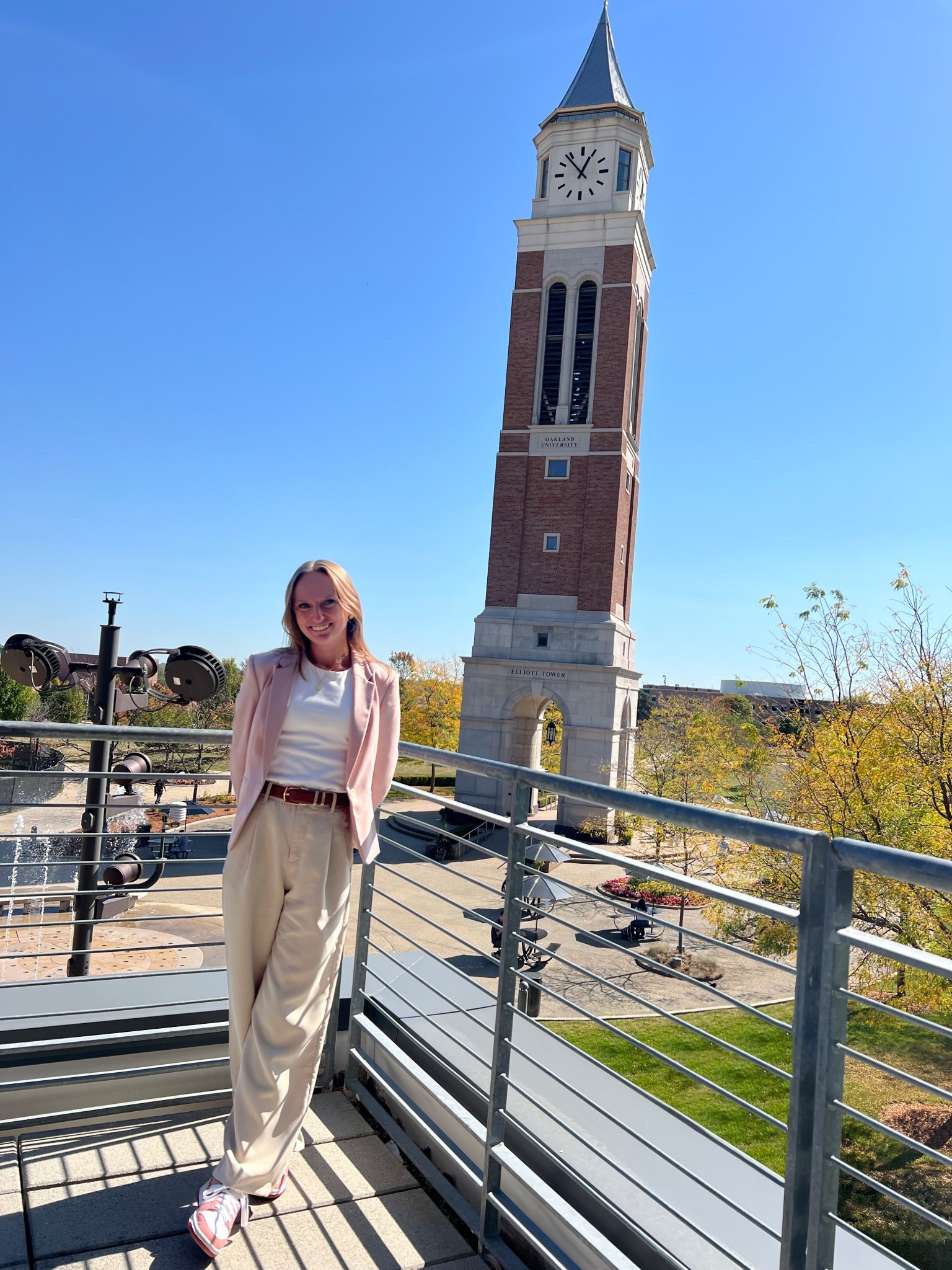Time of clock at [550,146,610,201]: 12:53
